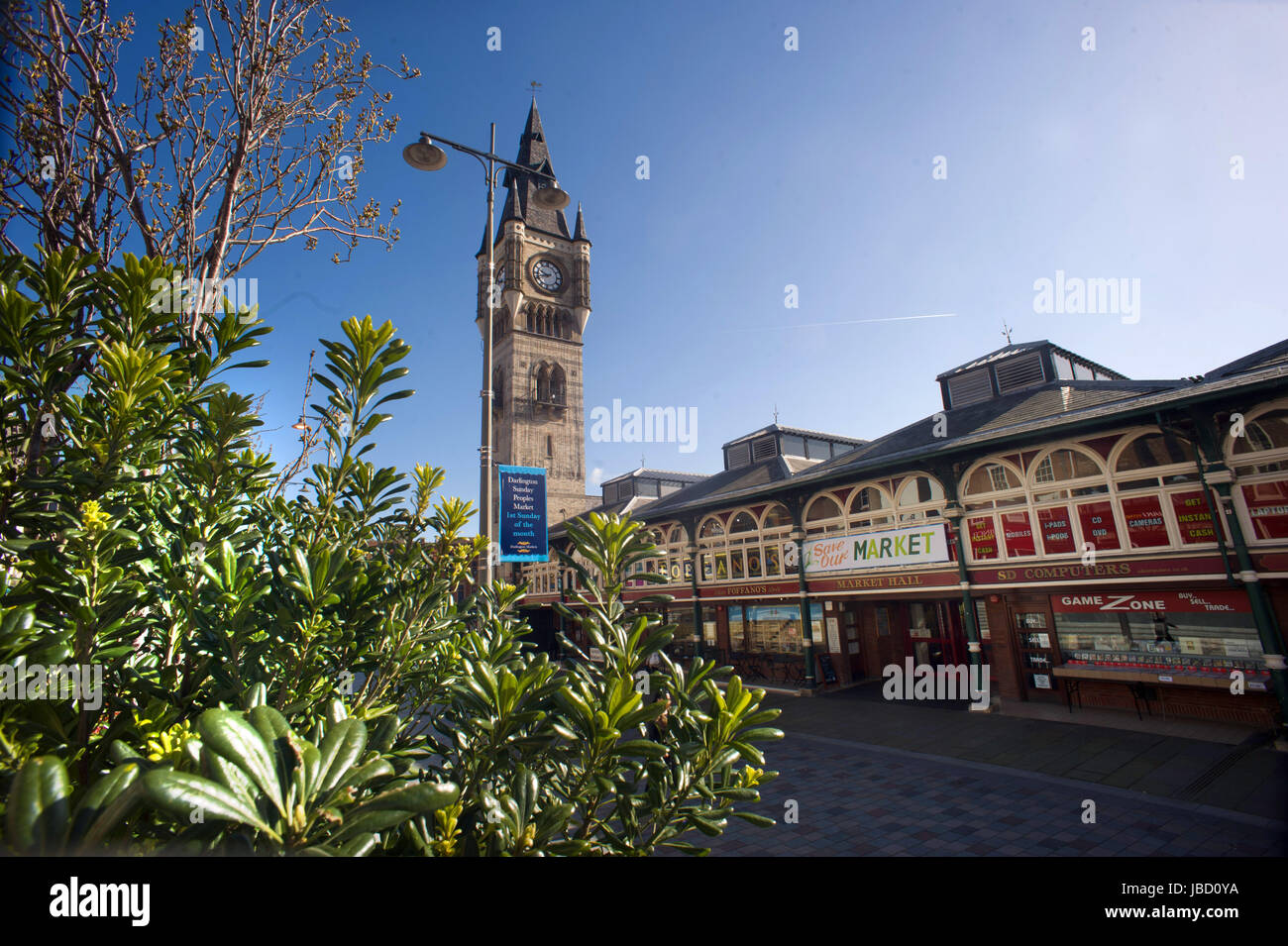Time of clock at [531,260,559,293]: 9:42
